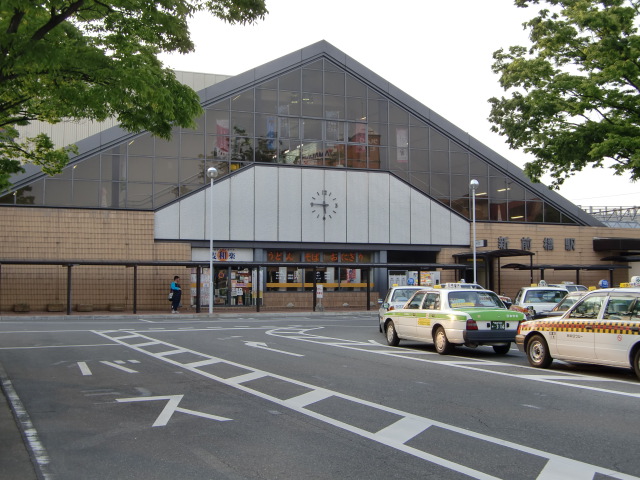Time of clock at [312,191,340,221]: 5:45
